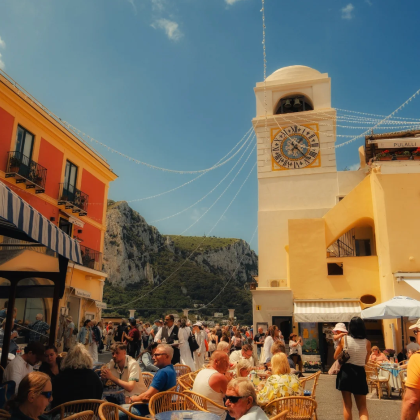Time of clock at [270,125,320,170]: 1:22
